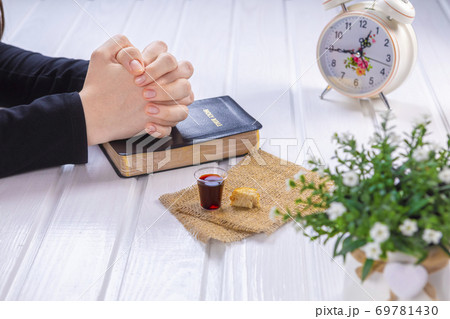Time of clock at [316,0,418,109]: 12:44
